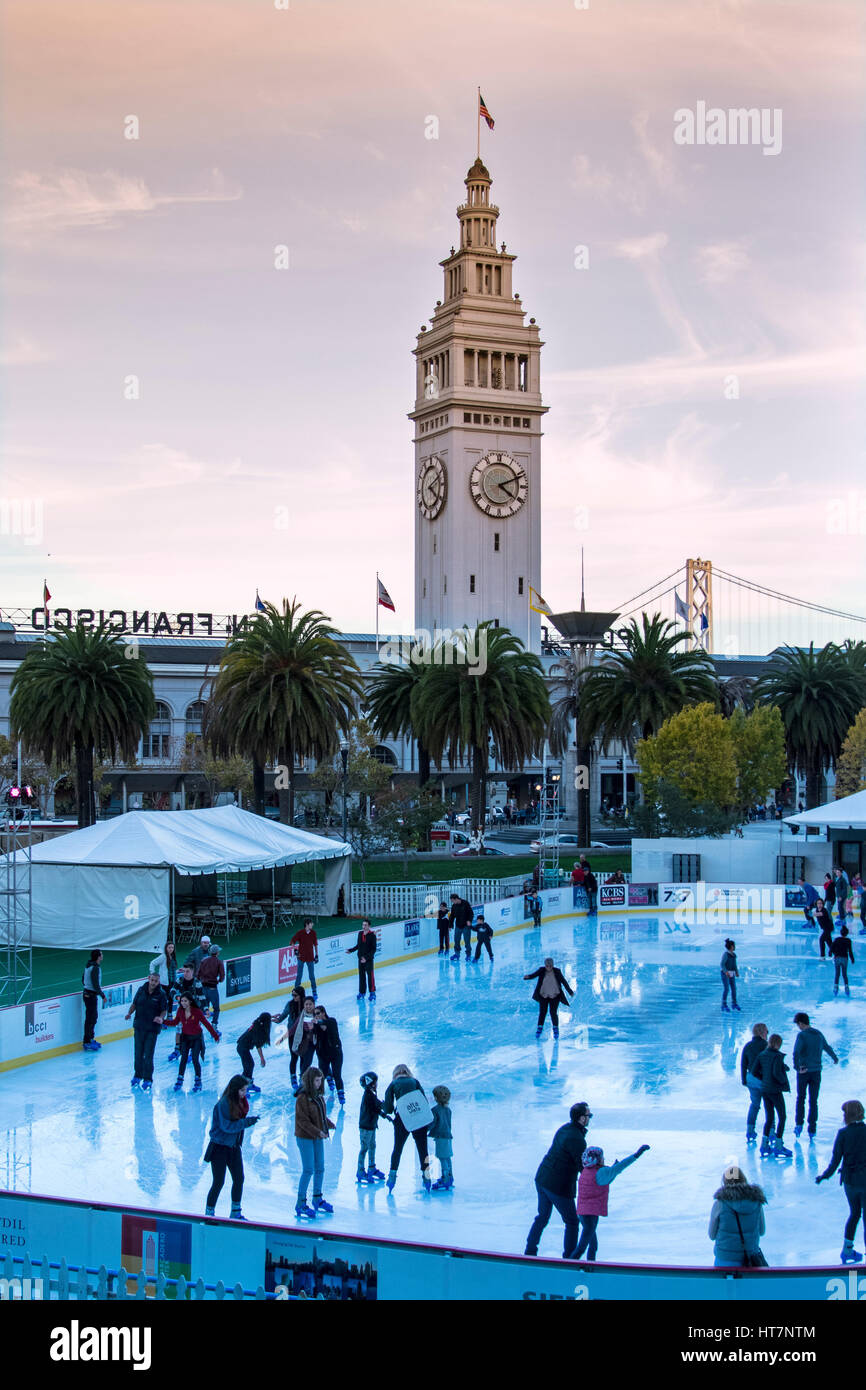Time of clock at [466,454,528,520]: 4:11
